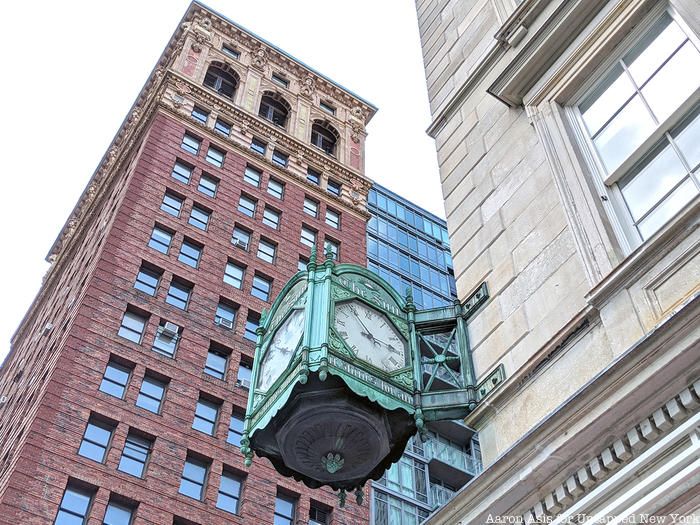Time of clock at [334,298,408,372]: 2:54
